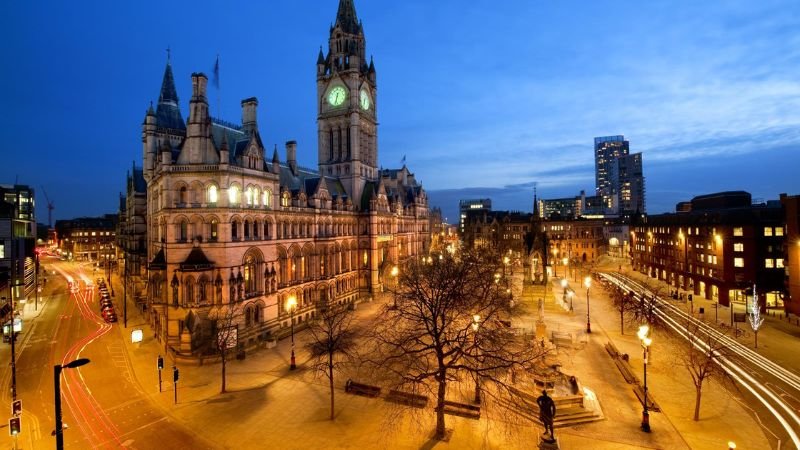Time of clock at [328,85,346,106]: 6:32
